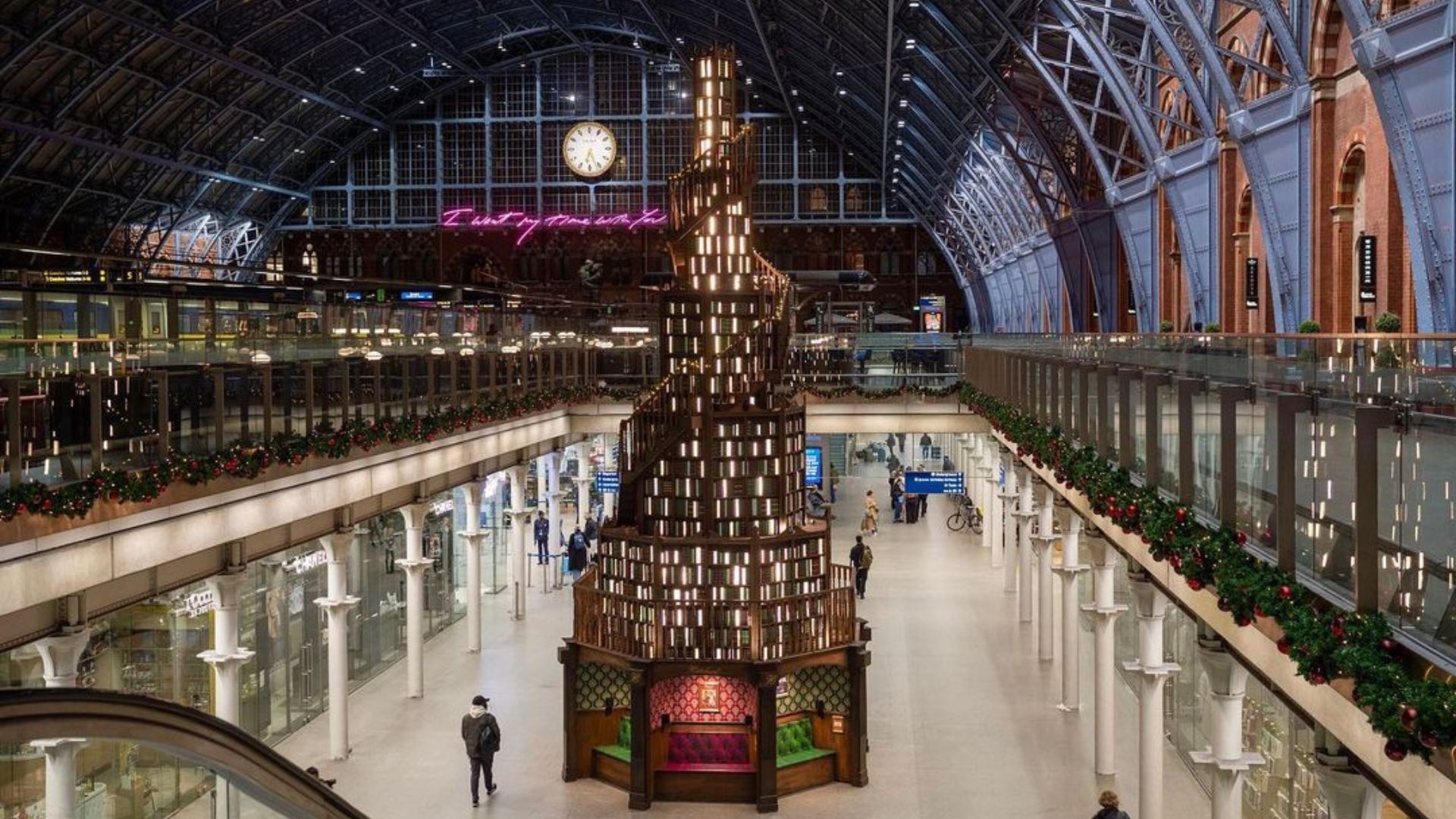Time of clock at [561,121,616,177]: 6:26
